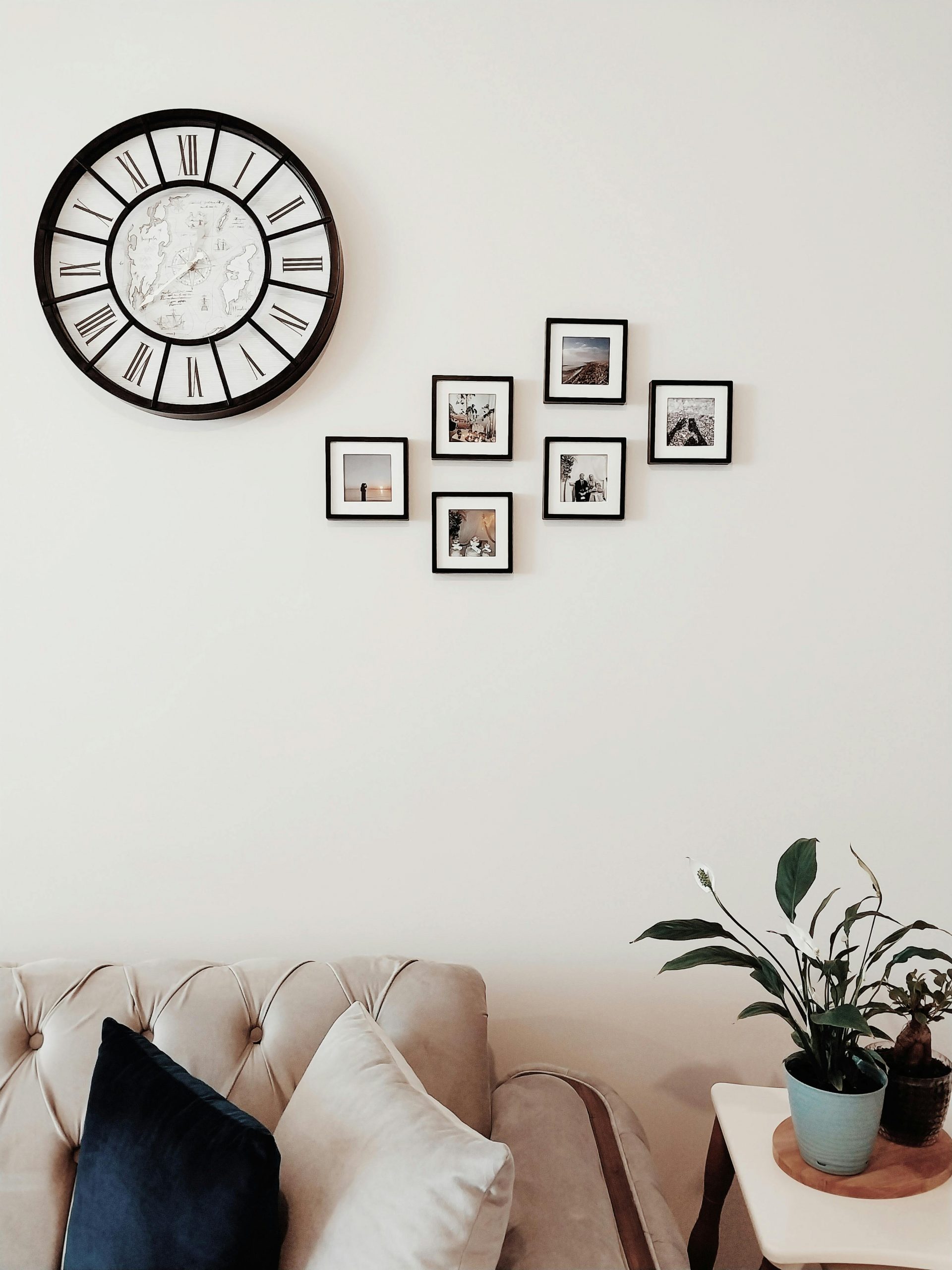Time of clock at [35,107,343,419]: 8:38
